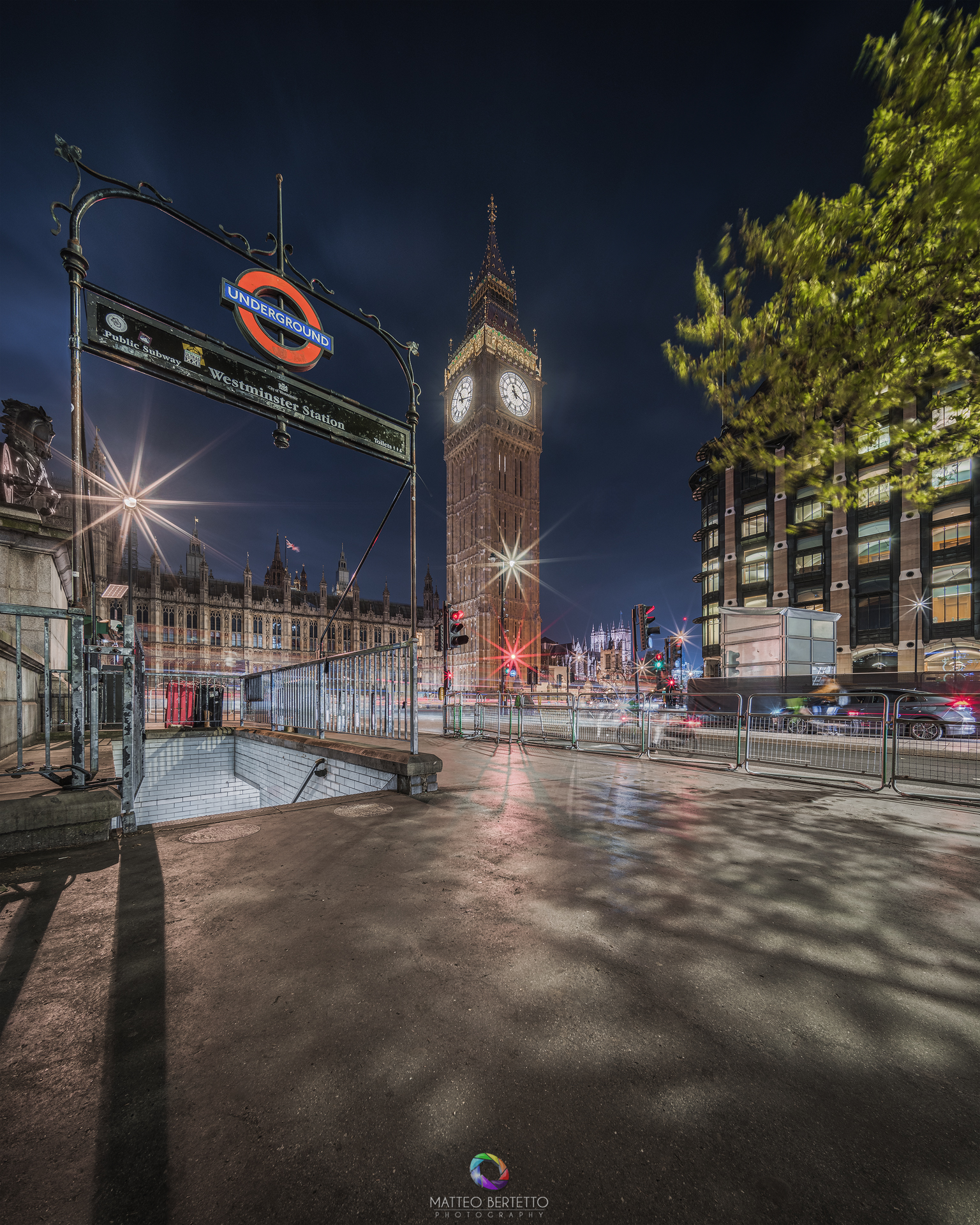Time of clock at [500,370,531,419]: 11:17
